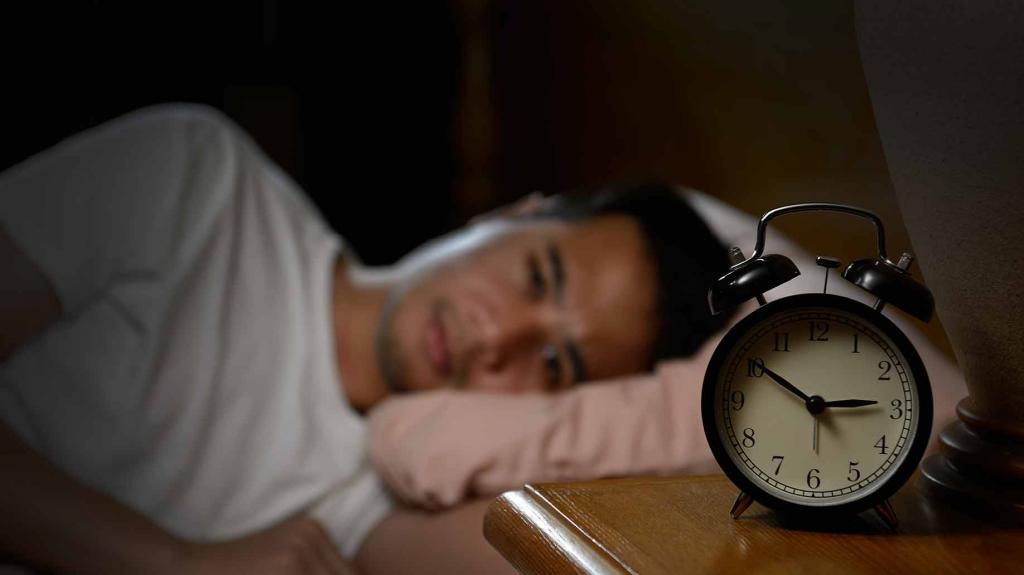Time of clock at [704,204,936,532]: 2:50
